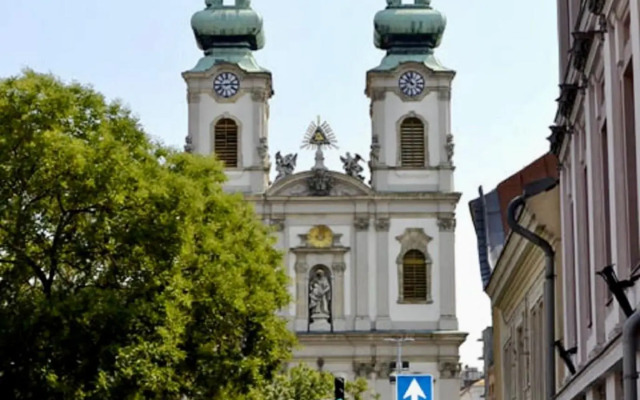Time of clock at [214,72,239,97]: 2:44
